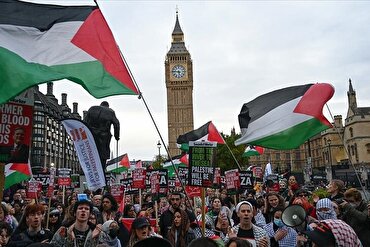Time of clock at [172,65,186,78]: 5:46
